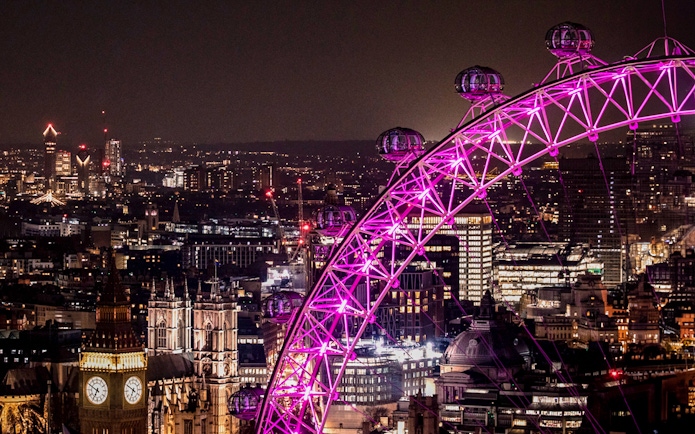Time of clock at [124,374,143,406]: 6:50
